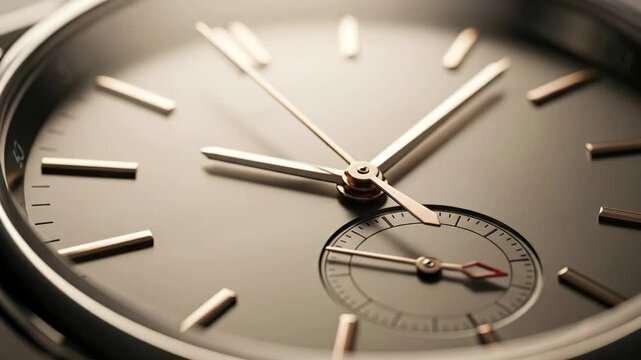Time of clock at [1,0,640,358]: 9:07
